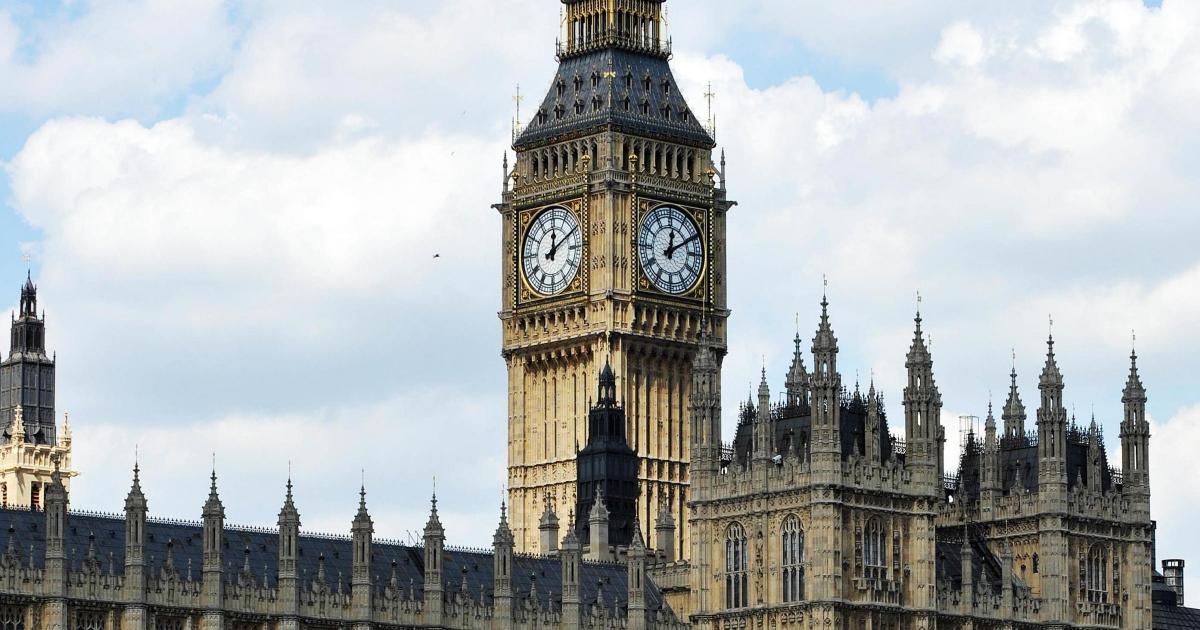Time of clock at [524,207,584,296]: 12:10
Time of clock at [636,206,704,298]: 12:10
